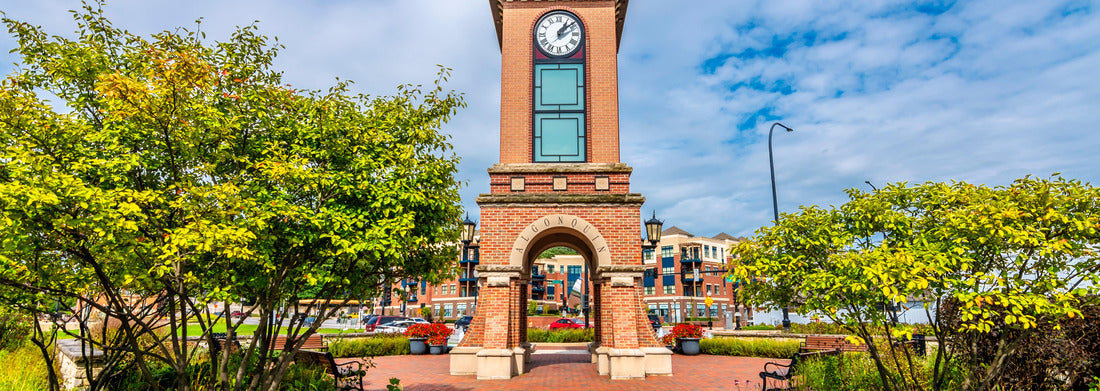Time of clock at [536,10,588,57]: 1:08
